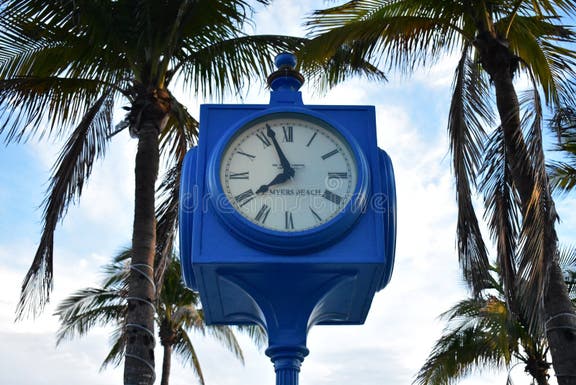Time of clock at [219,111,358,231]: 7:56
